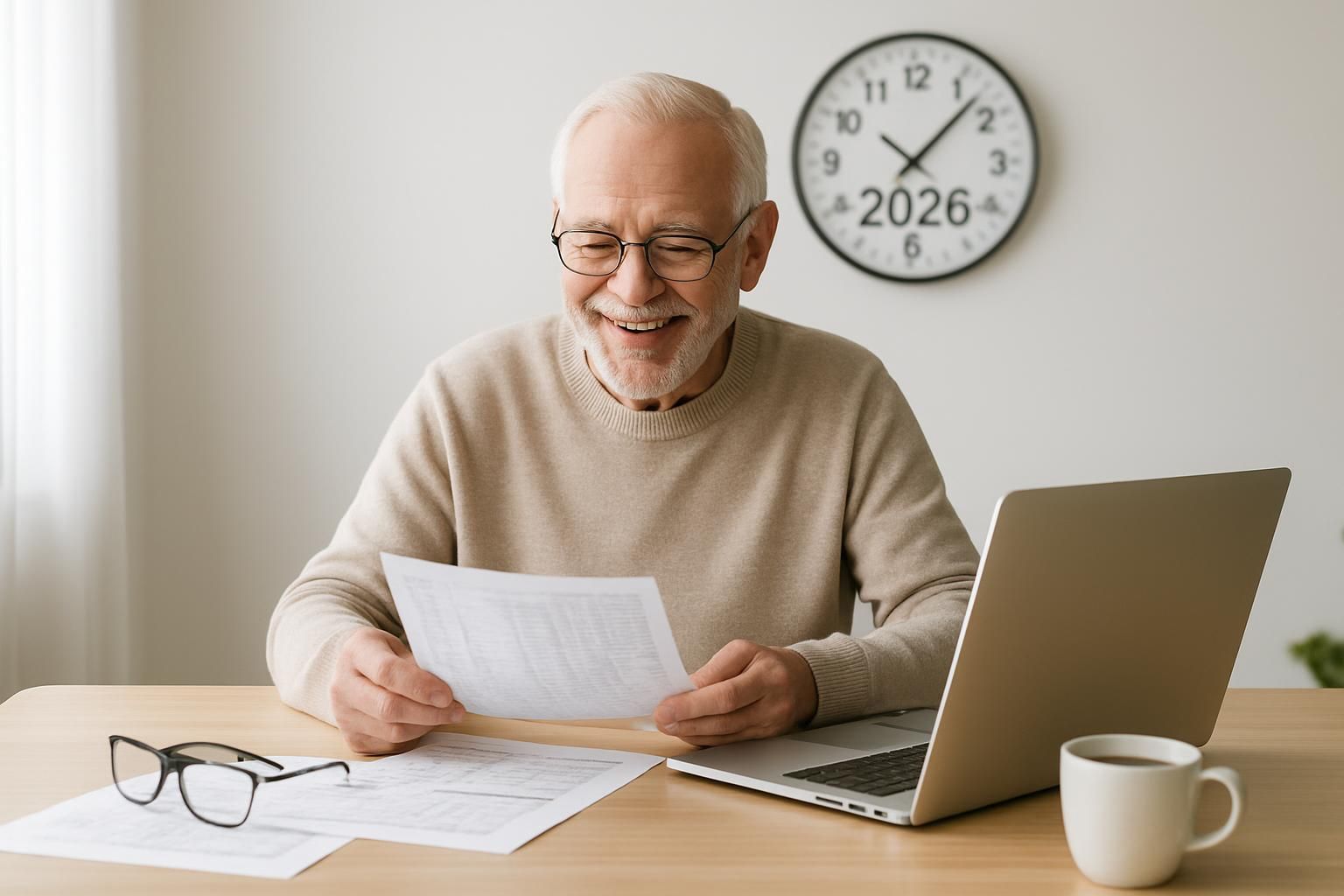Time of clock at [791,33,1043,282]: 10:07
